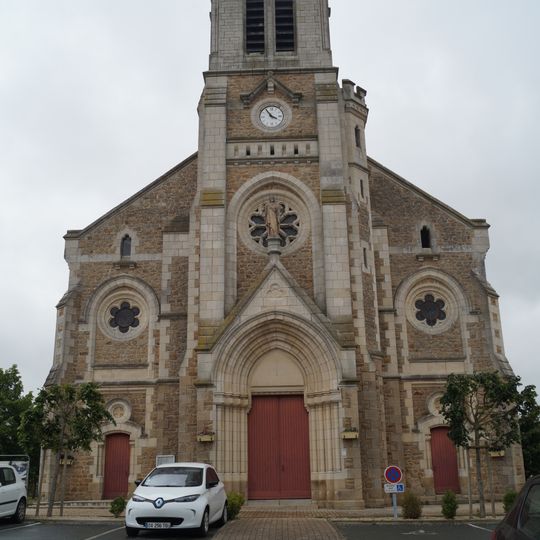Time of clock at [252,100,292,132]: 3:54
